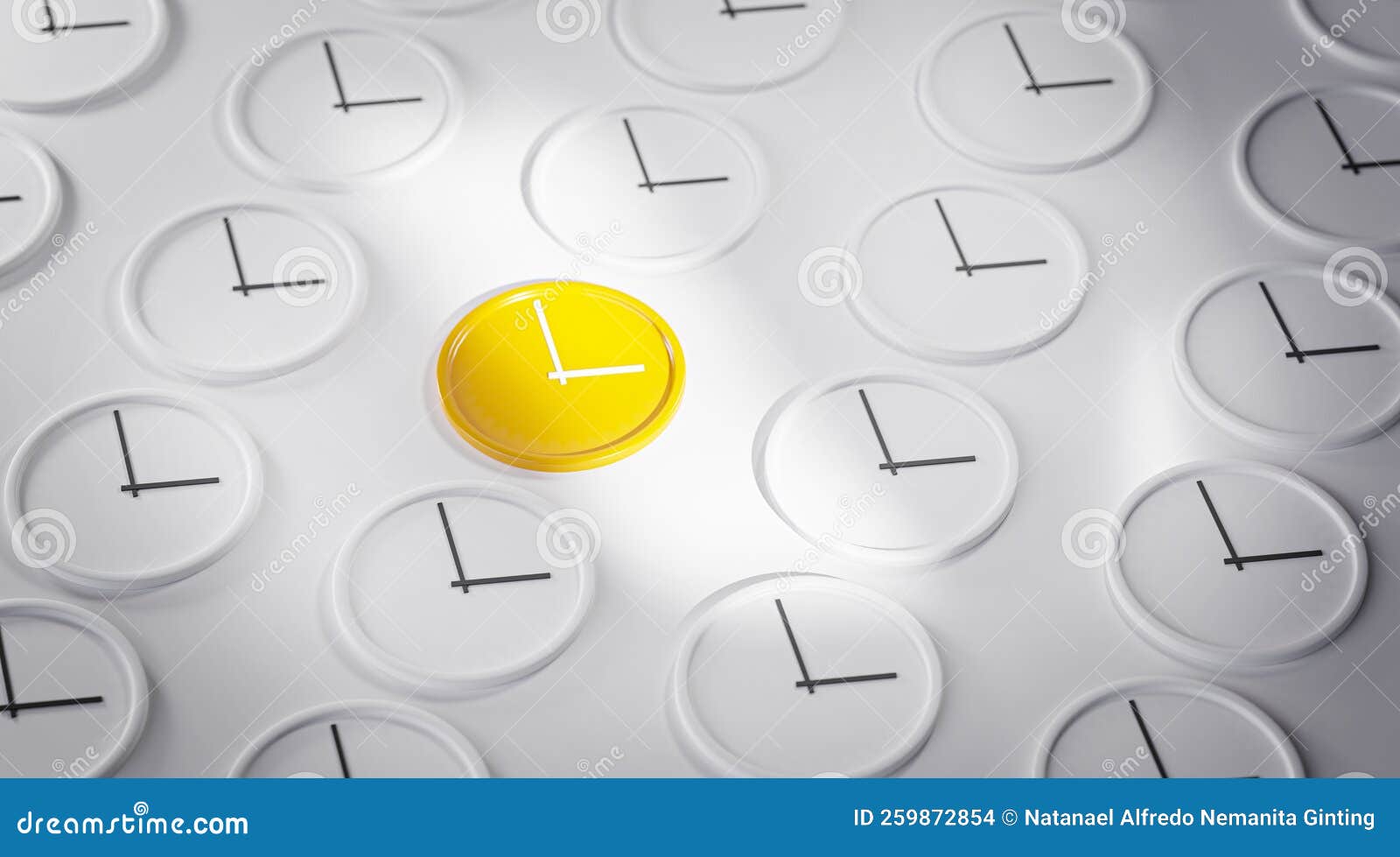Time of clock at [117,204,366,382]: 2:57
